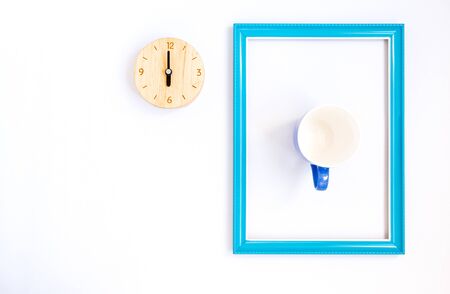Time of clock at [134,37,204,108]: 5:59
